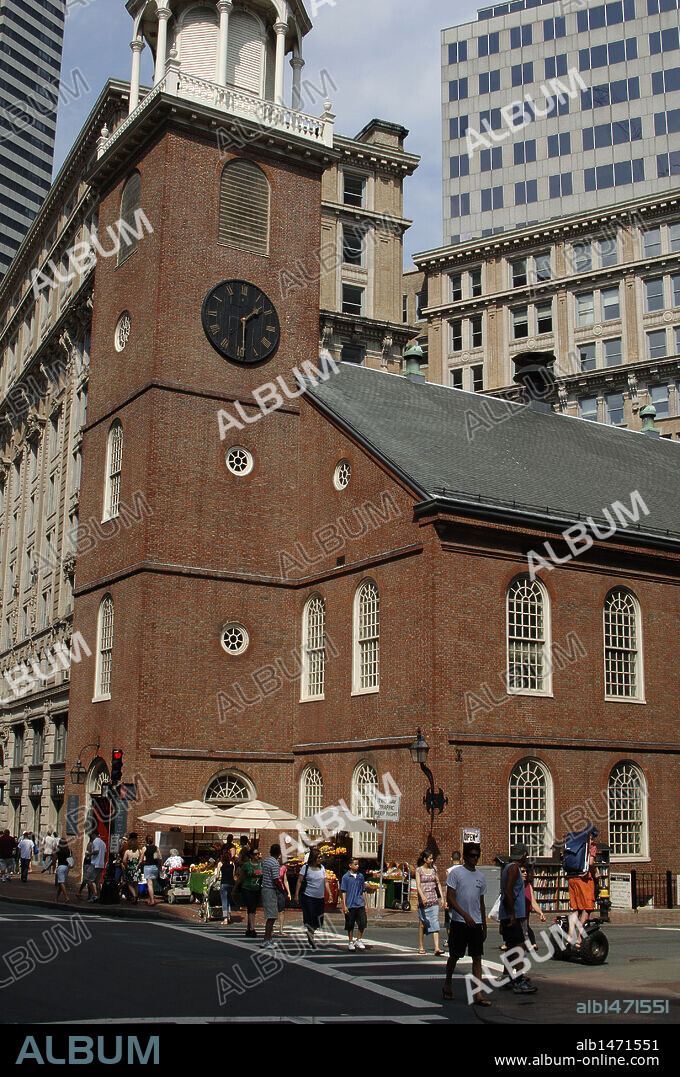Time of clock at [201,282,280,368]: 1:29
